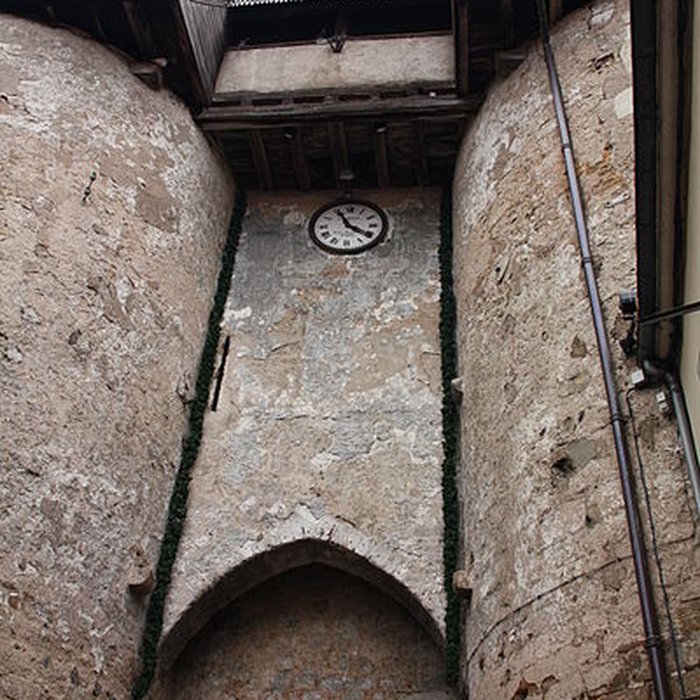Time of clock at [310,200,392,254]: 3:55
